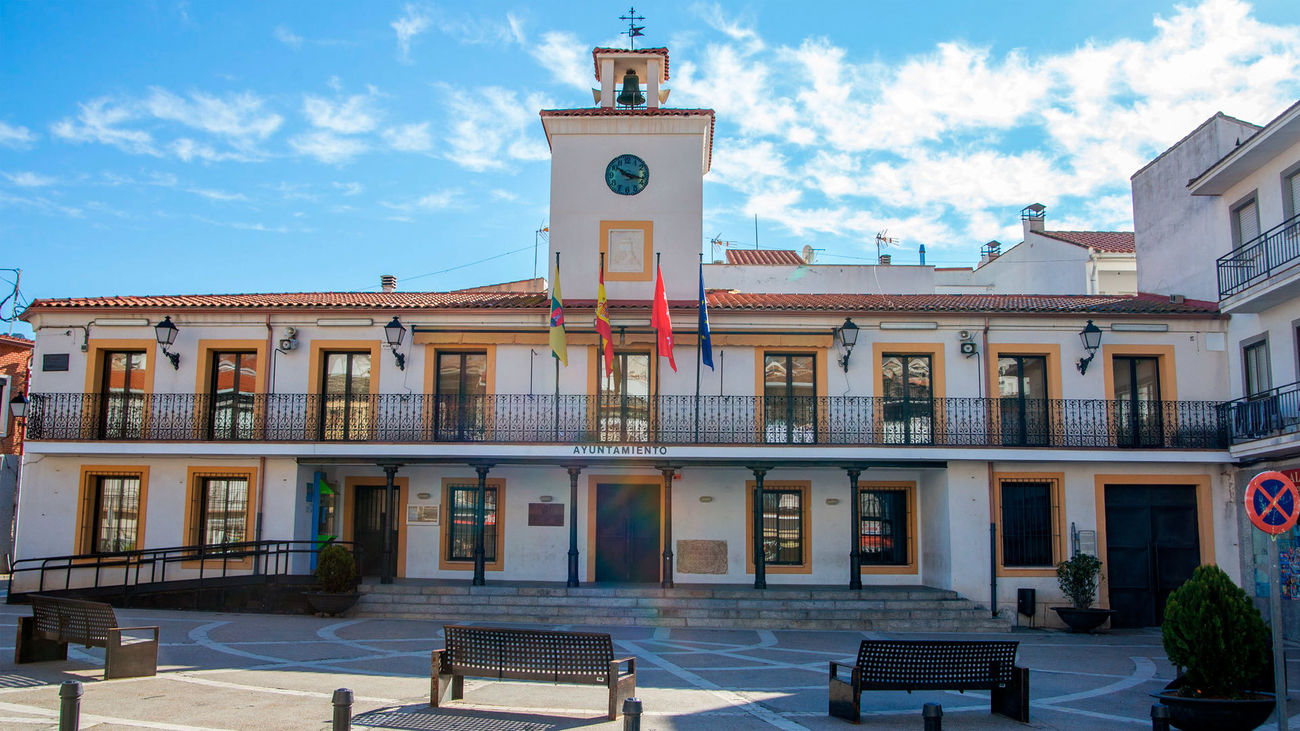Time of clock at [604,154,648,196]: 10:17
